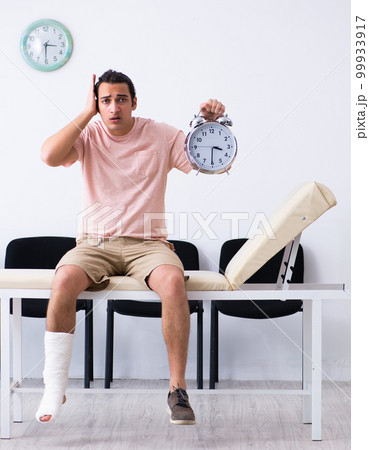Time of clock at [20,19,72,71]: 3:30
